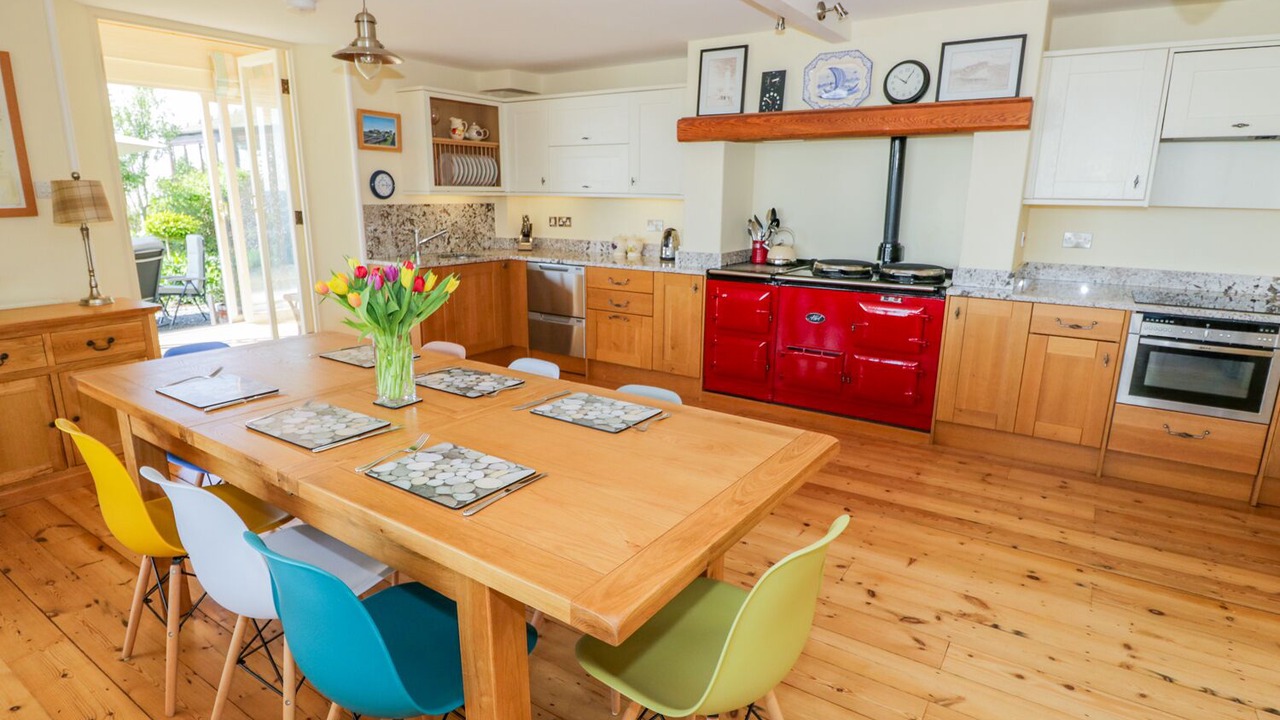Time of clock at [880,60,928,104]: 10:04
